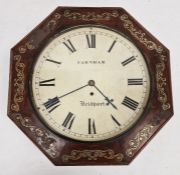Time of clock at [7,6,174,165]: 4:40
